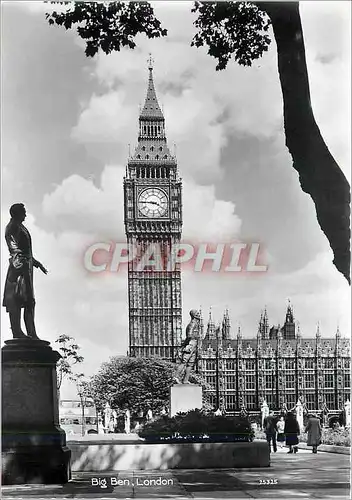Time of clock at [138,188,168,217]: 3:45
